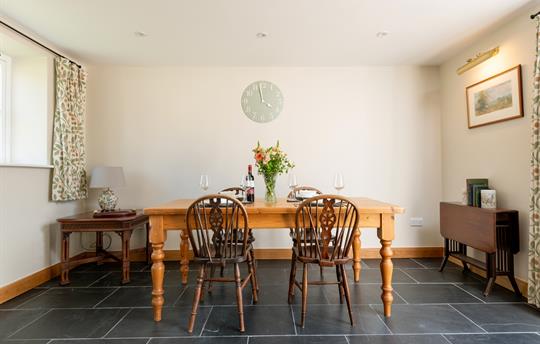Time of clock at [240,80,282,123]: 3:58
